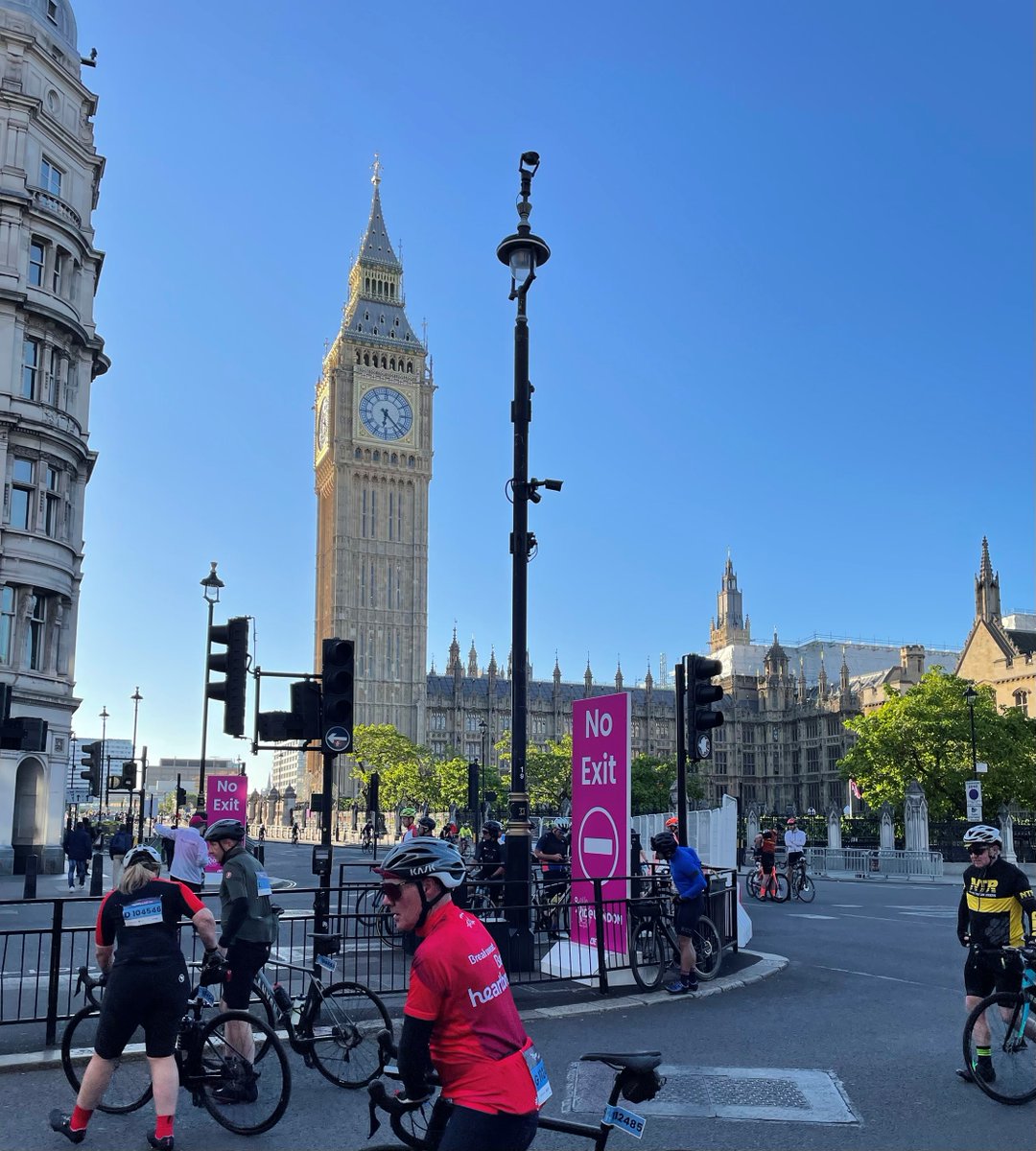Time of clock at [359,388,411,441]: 6:22
